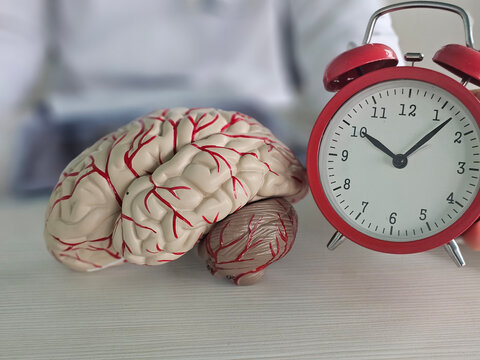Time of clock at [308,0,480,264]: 10:07
